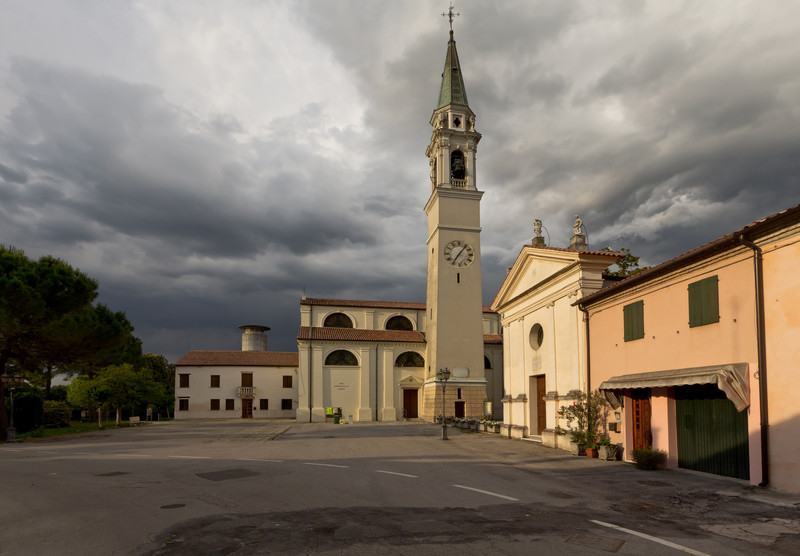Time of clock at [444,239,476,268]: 7:06
